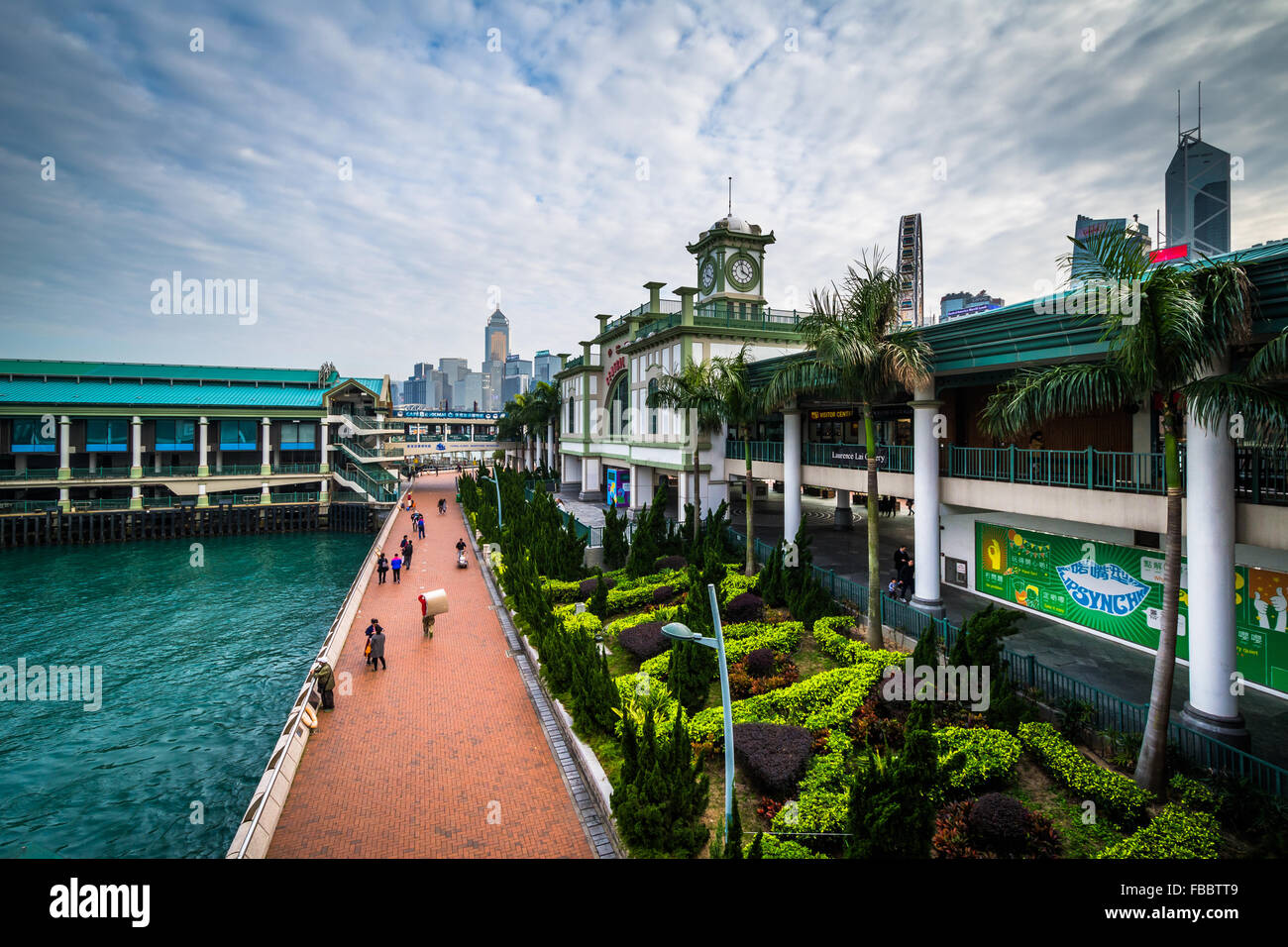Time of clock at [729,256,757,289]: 3:58
